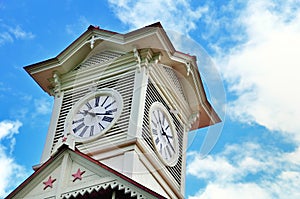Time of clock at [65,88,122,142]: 10:17
